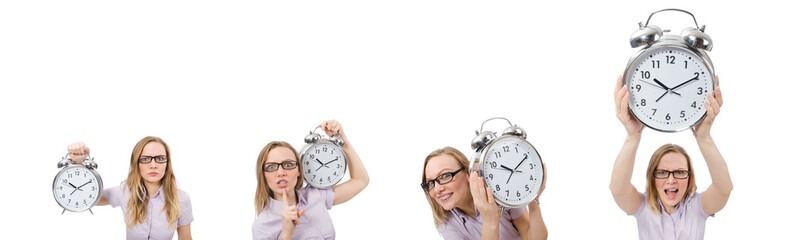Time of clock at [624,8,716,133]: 10:10
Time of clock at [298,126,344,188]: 10:10
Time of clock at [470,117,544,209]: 10:10
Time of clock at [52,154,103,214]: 10:10
